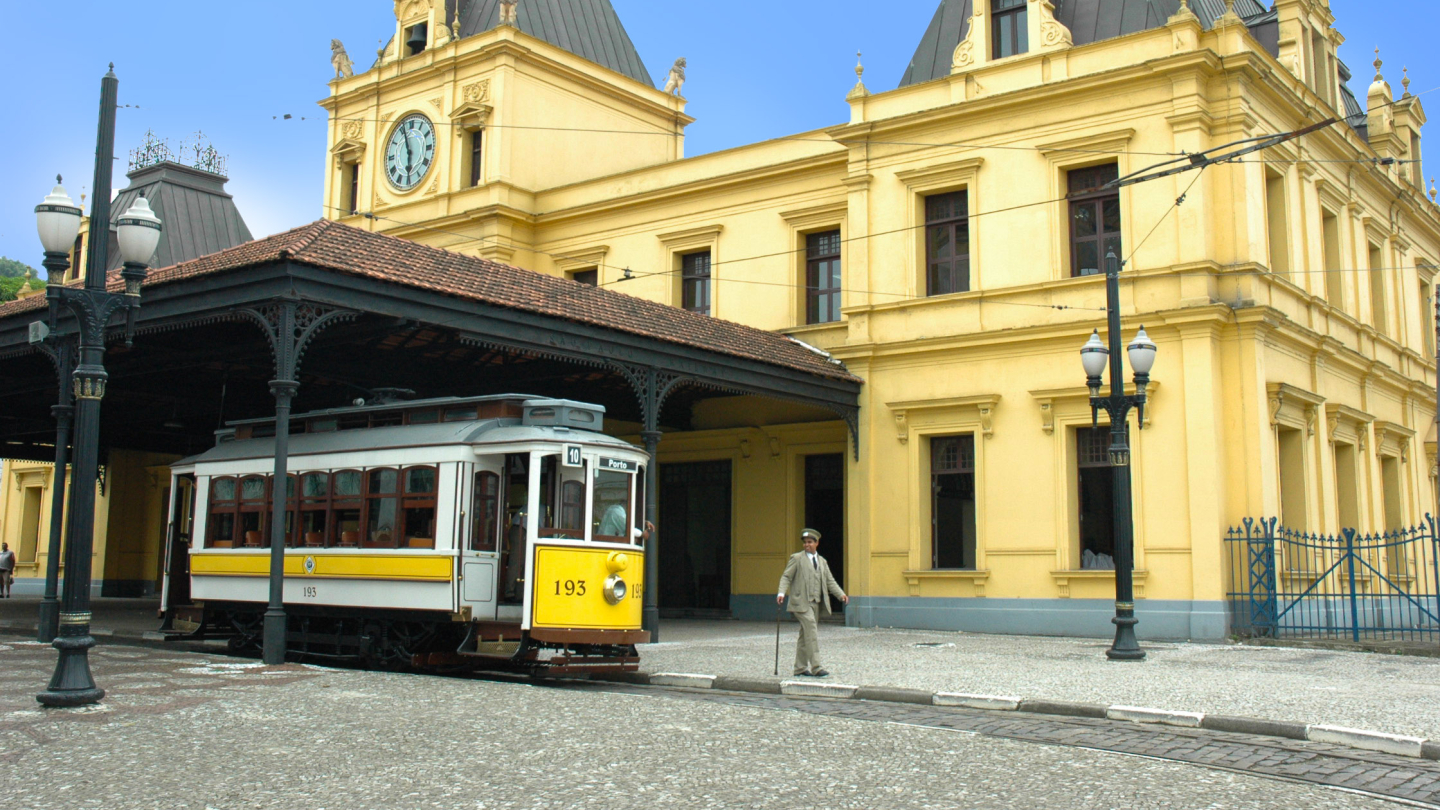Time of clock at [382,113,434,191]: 5:56
